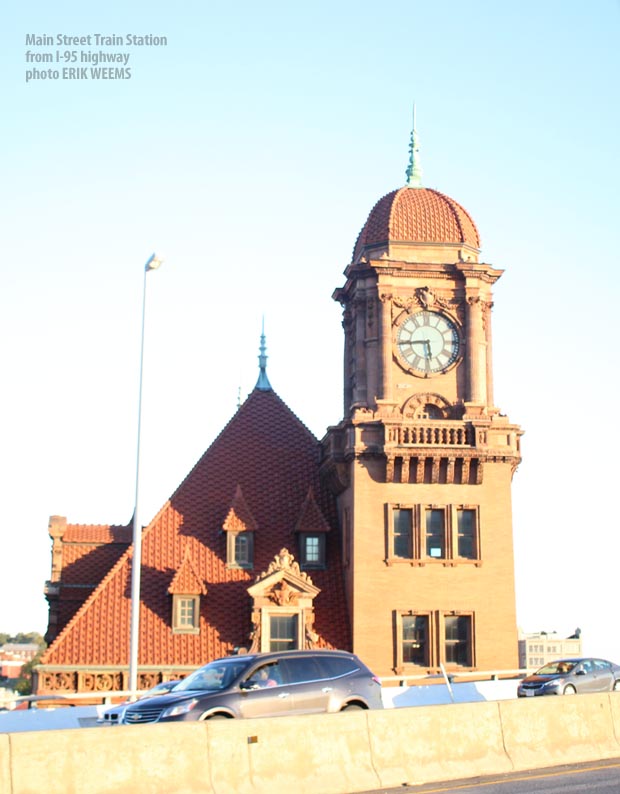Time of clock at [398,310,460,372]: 5:44
